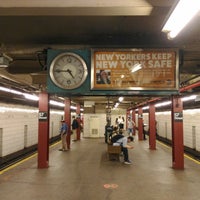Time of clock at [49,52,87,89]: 4:44
